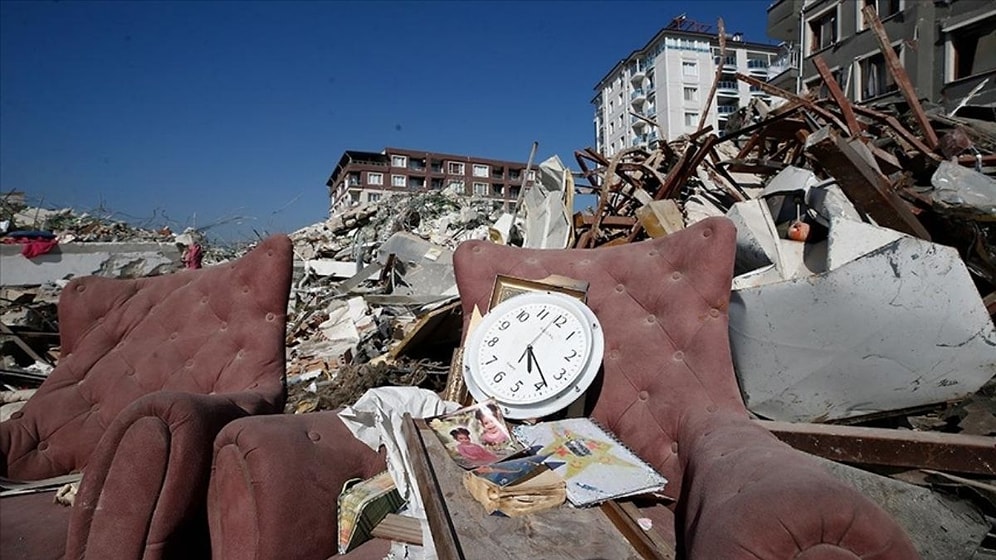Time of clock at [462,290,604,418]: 5:23
